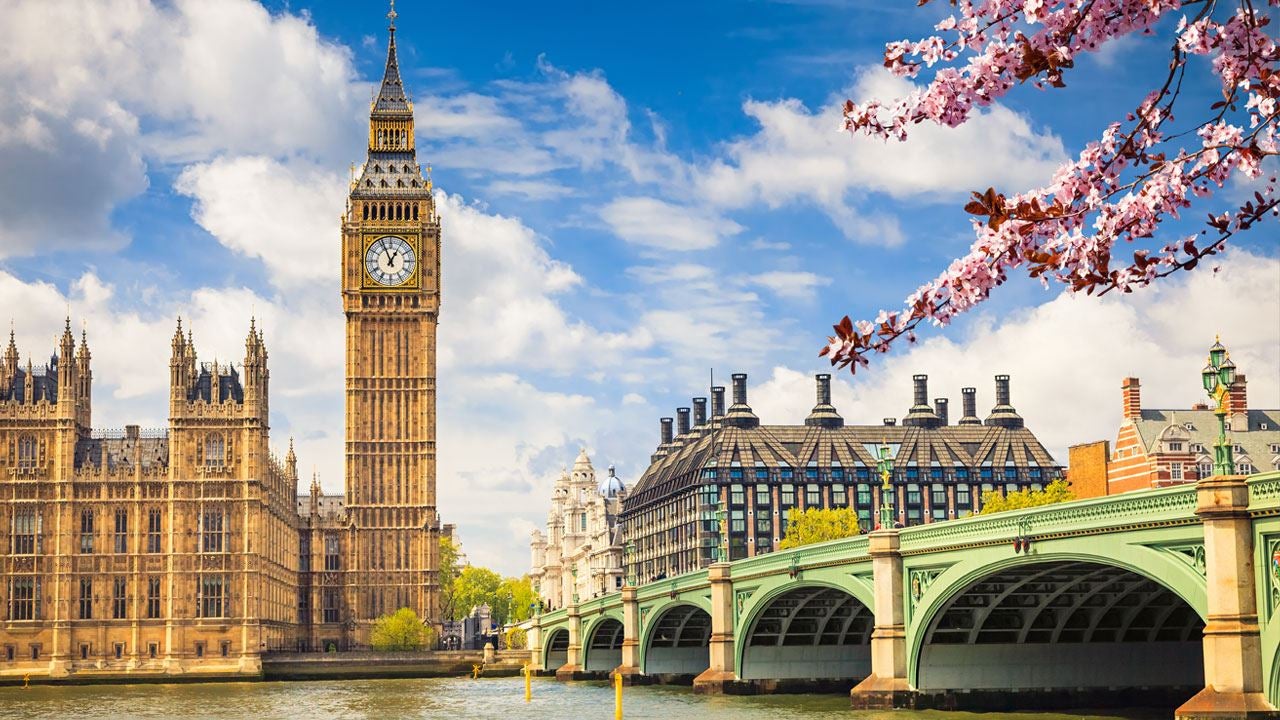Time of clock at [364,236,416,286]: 12:56
